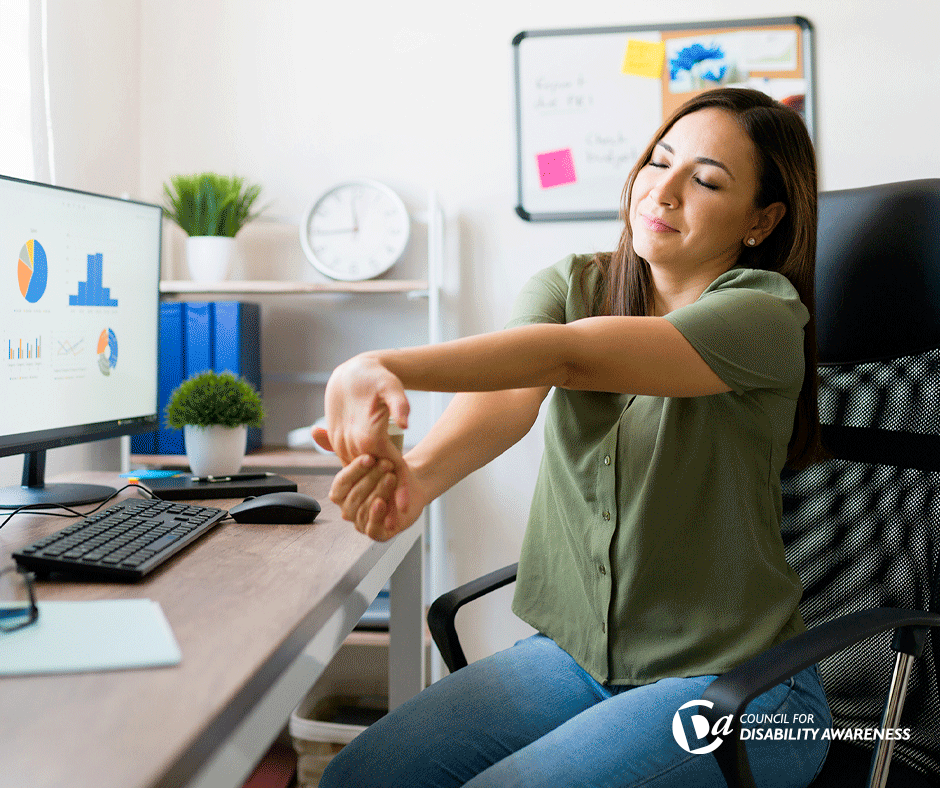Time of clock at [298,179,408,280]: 11:44
